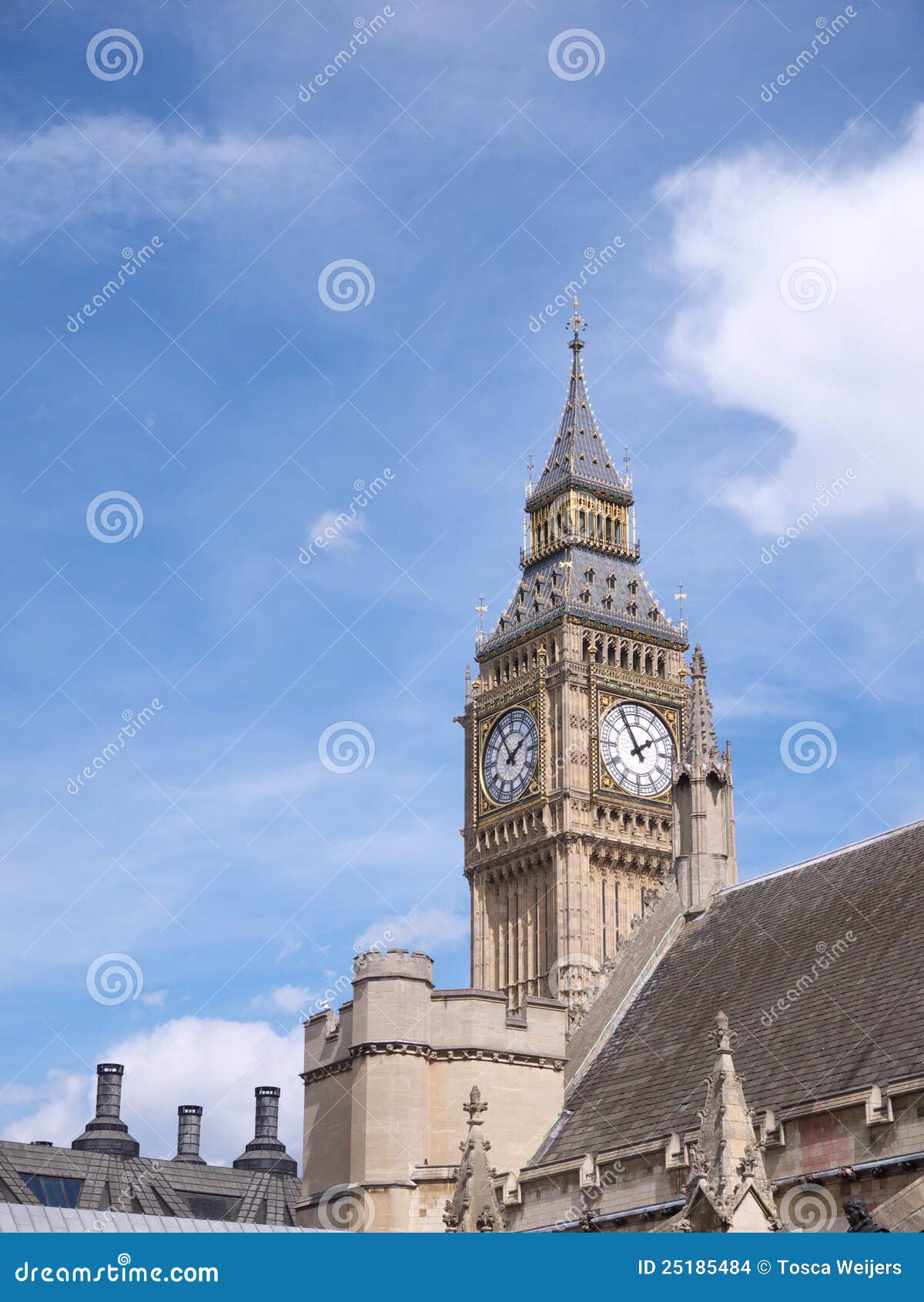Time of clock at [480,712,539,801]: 1:55
